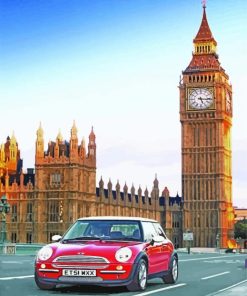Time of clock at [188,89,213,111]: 5:15
